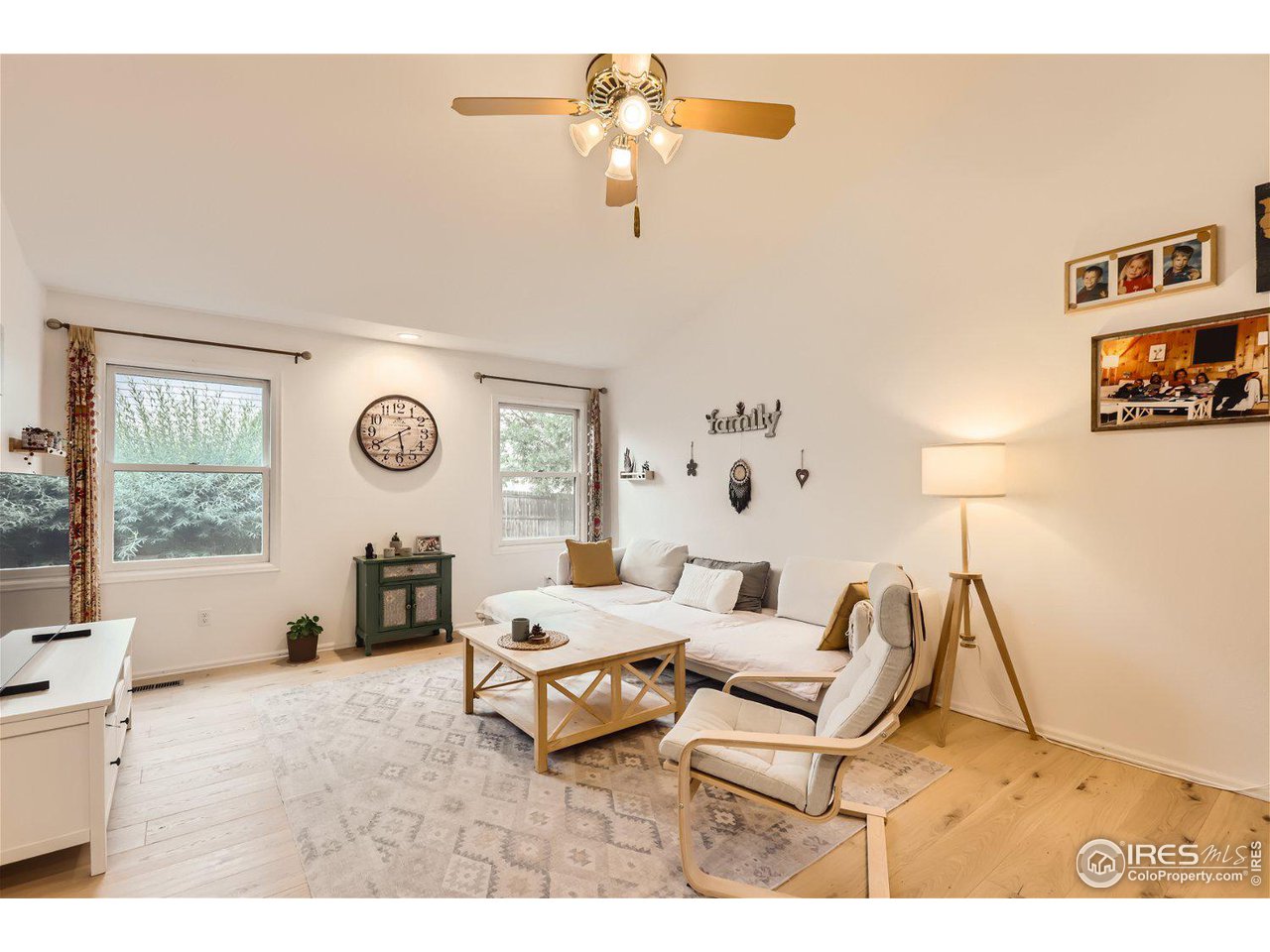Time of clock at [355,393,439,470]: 5:40
